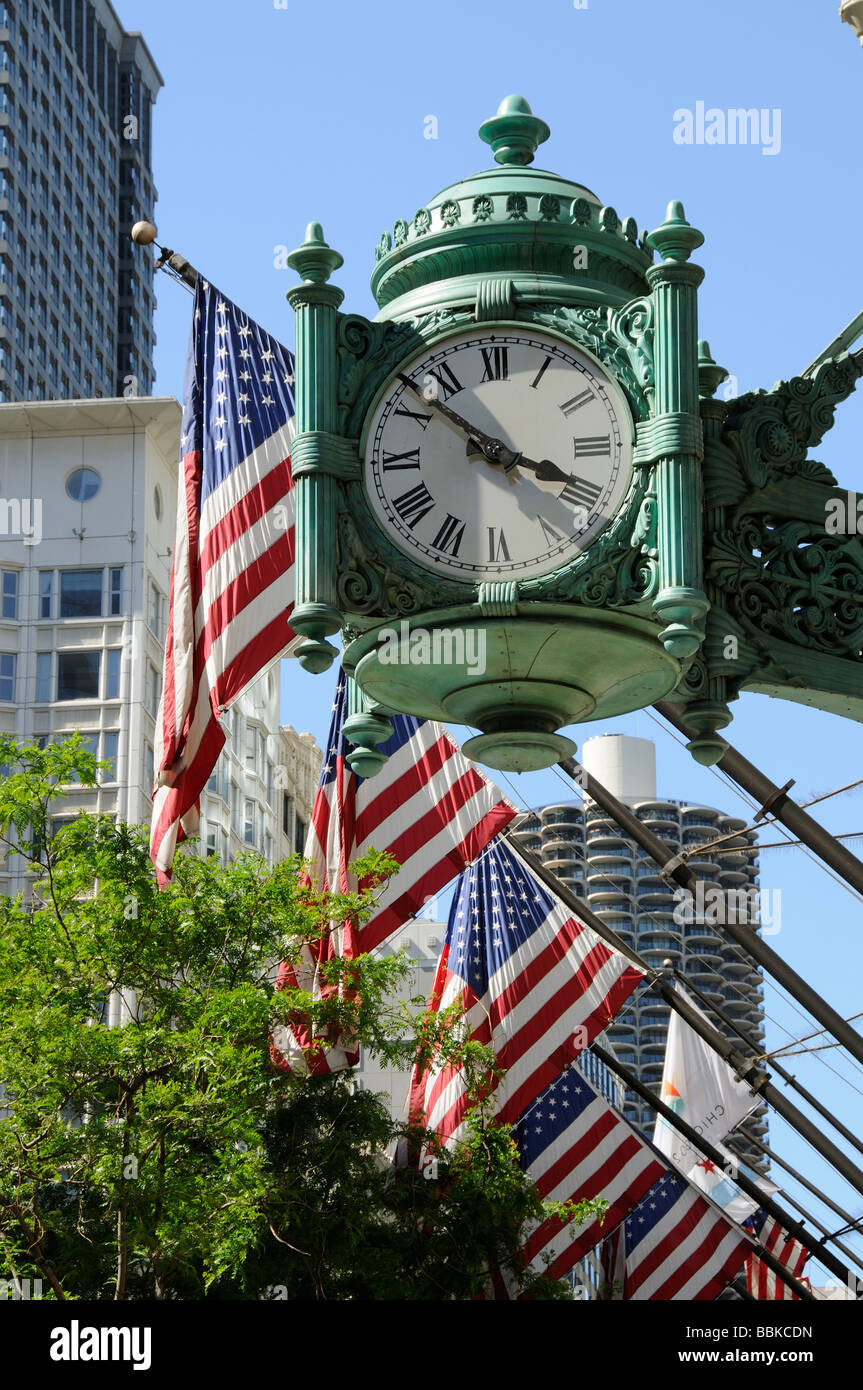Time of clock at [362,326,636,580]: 3:52
